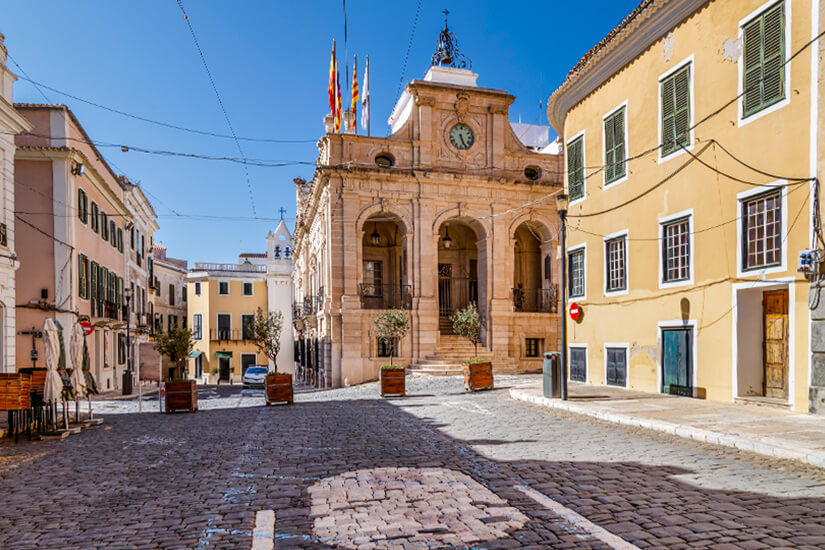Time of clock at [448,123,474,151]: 5:26
